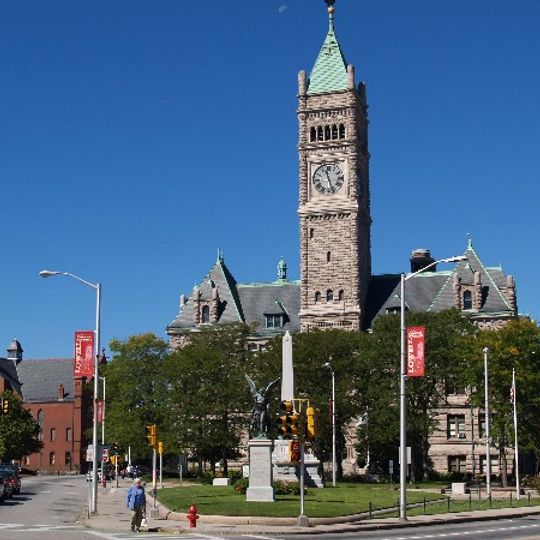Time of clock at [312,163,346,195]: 11:26
